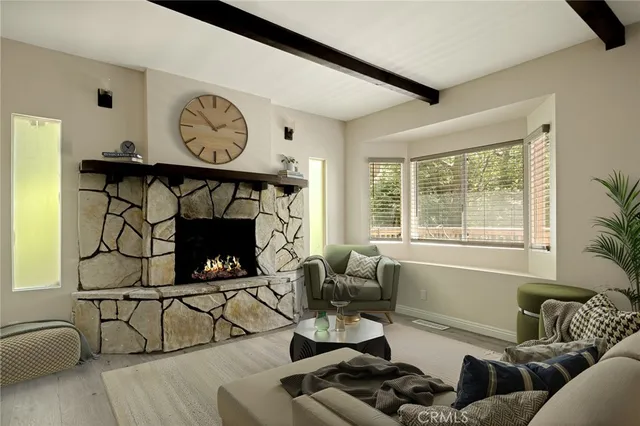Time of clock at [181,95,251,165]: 1:52
